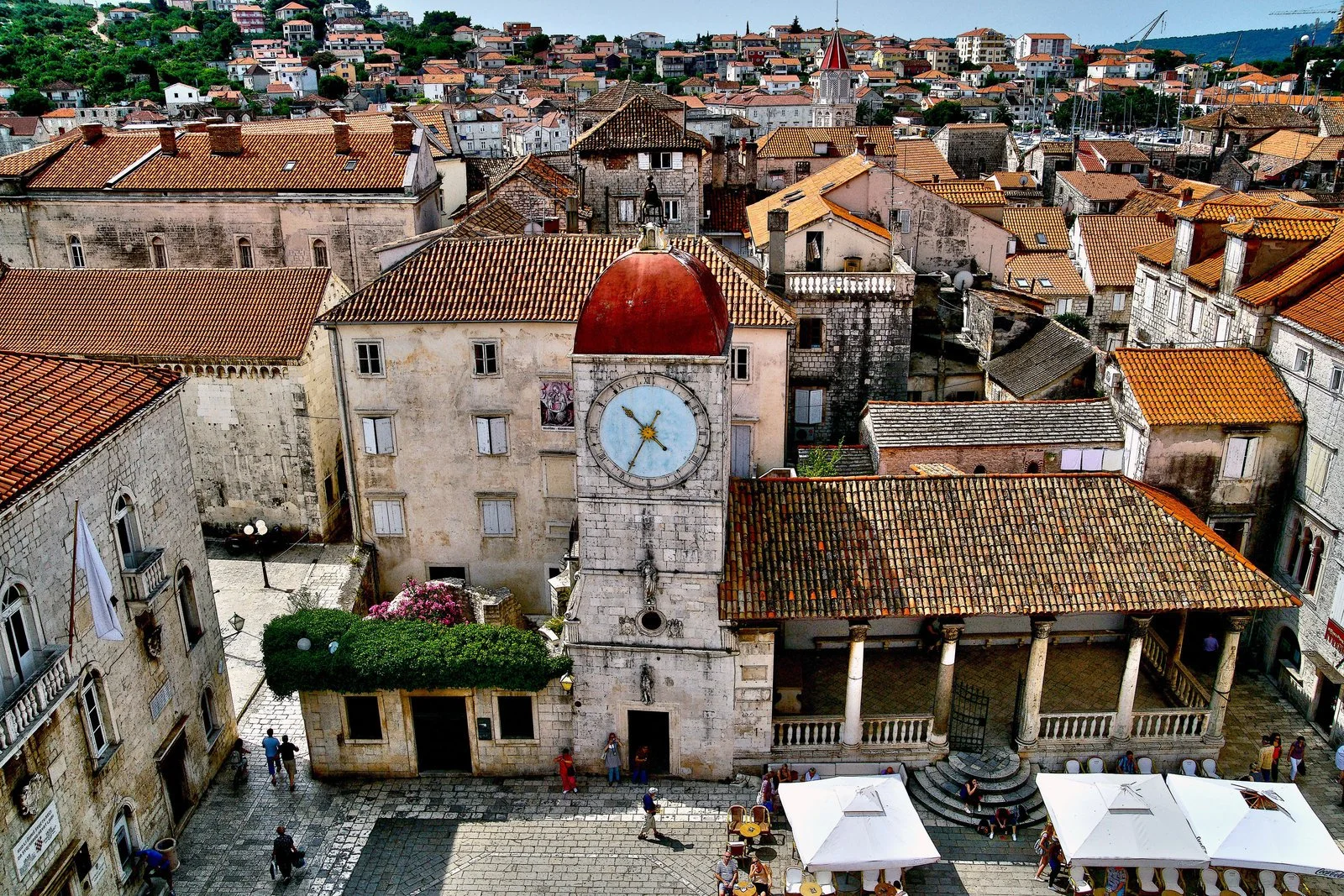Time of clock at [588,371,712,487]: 10:34
